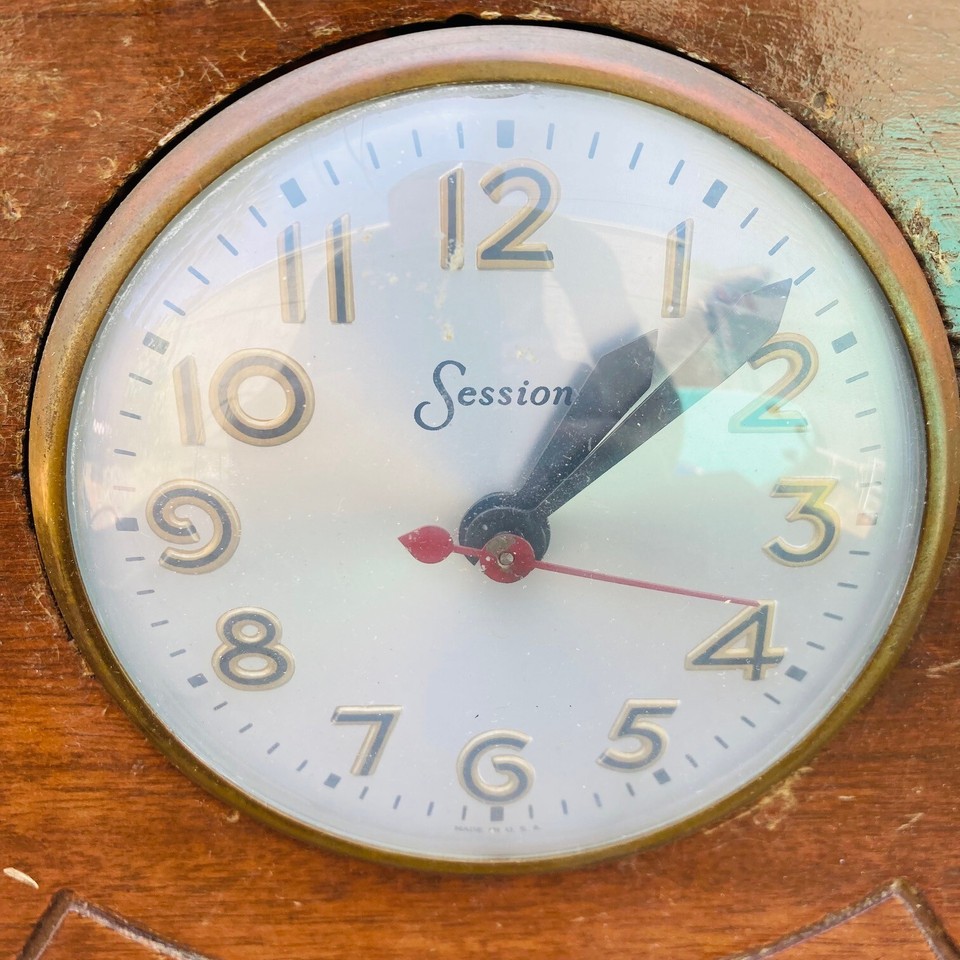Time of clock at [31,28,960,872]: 1:08
